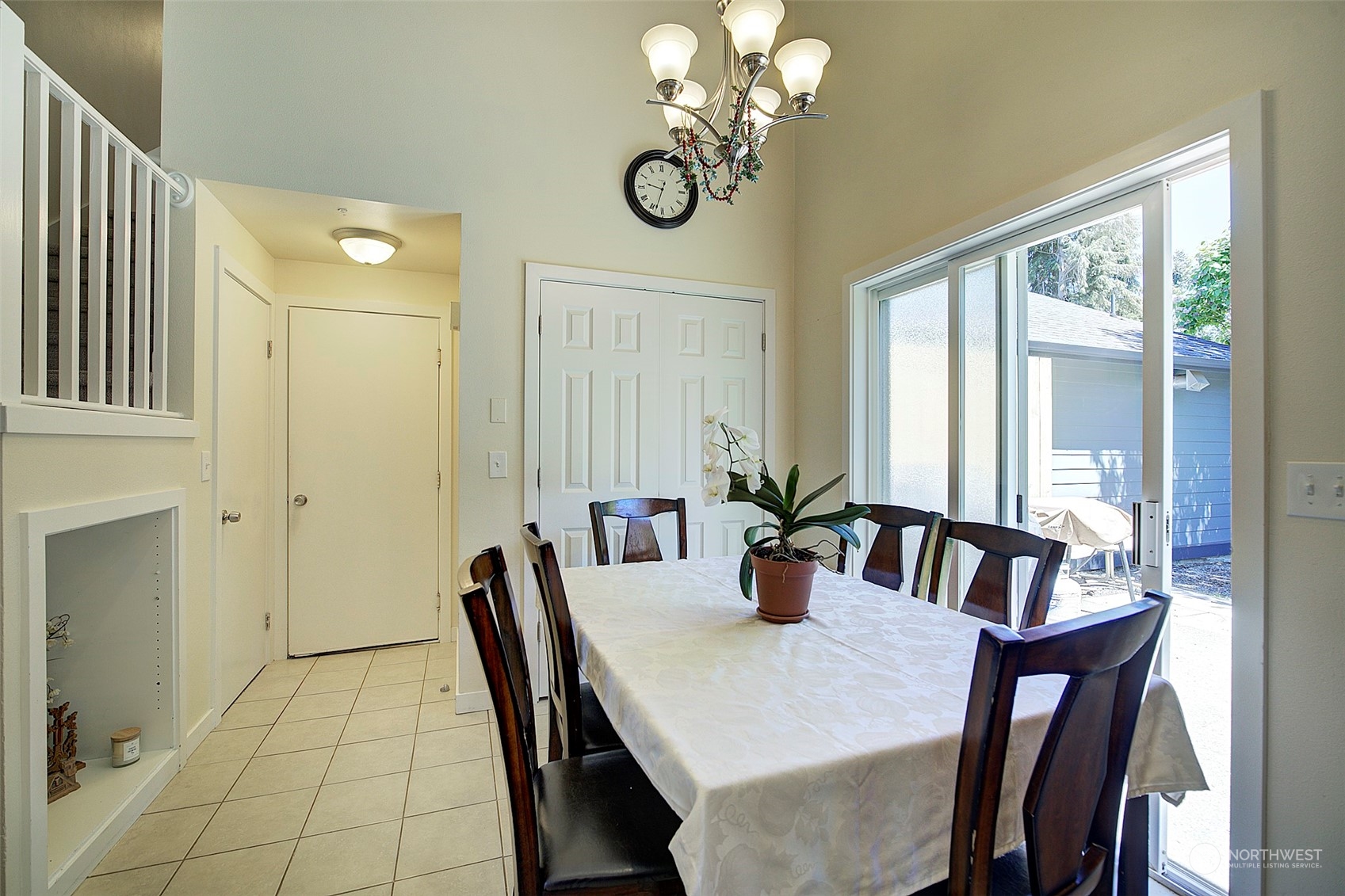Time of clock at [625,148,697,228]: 9:33
